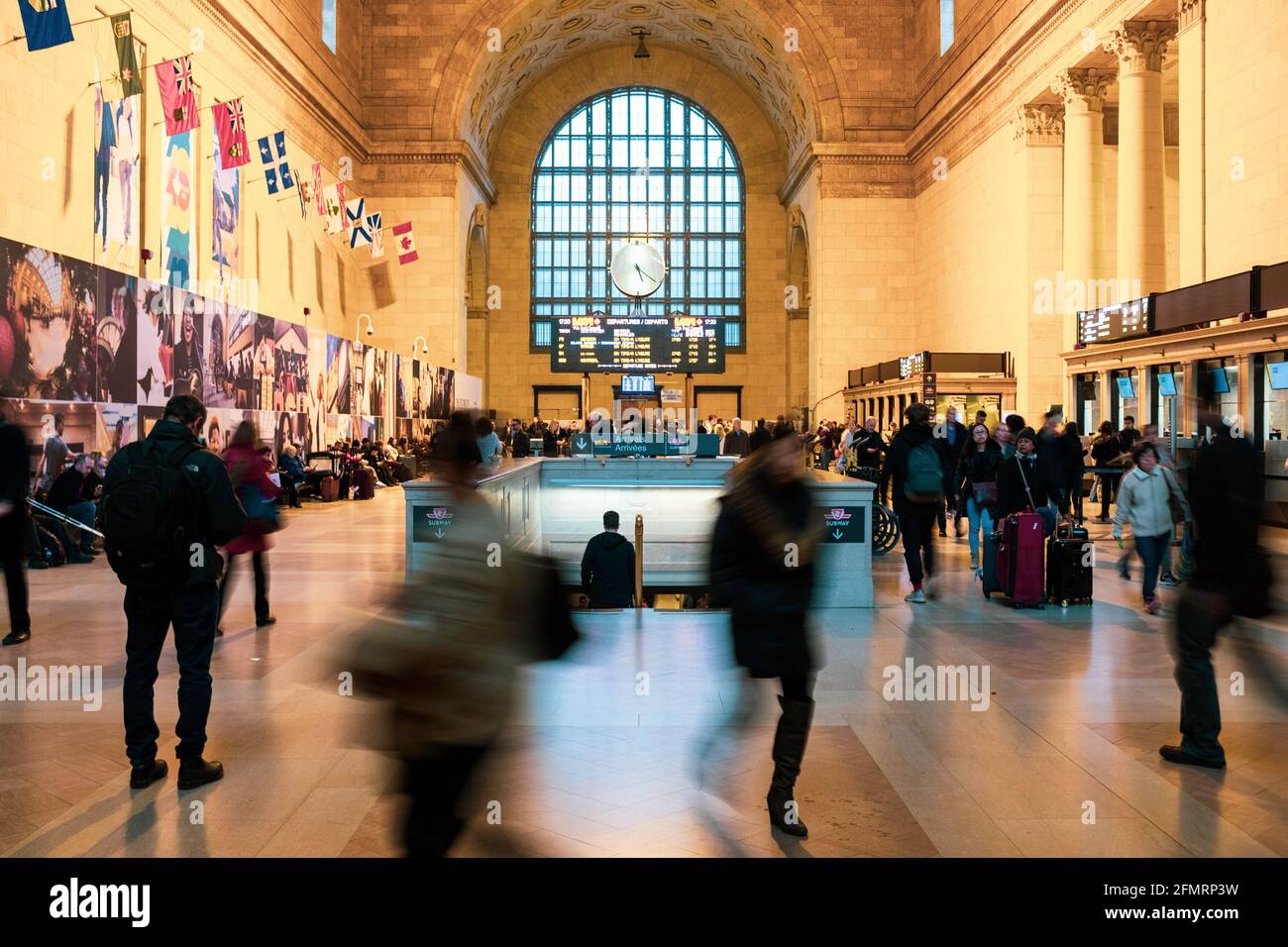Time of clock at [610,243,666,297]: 5:20
